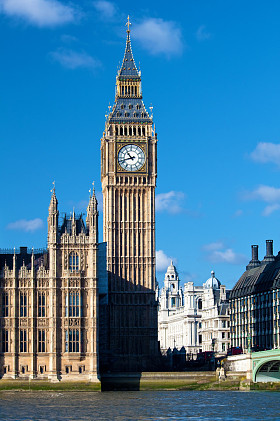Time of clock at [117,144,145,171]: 10:42
